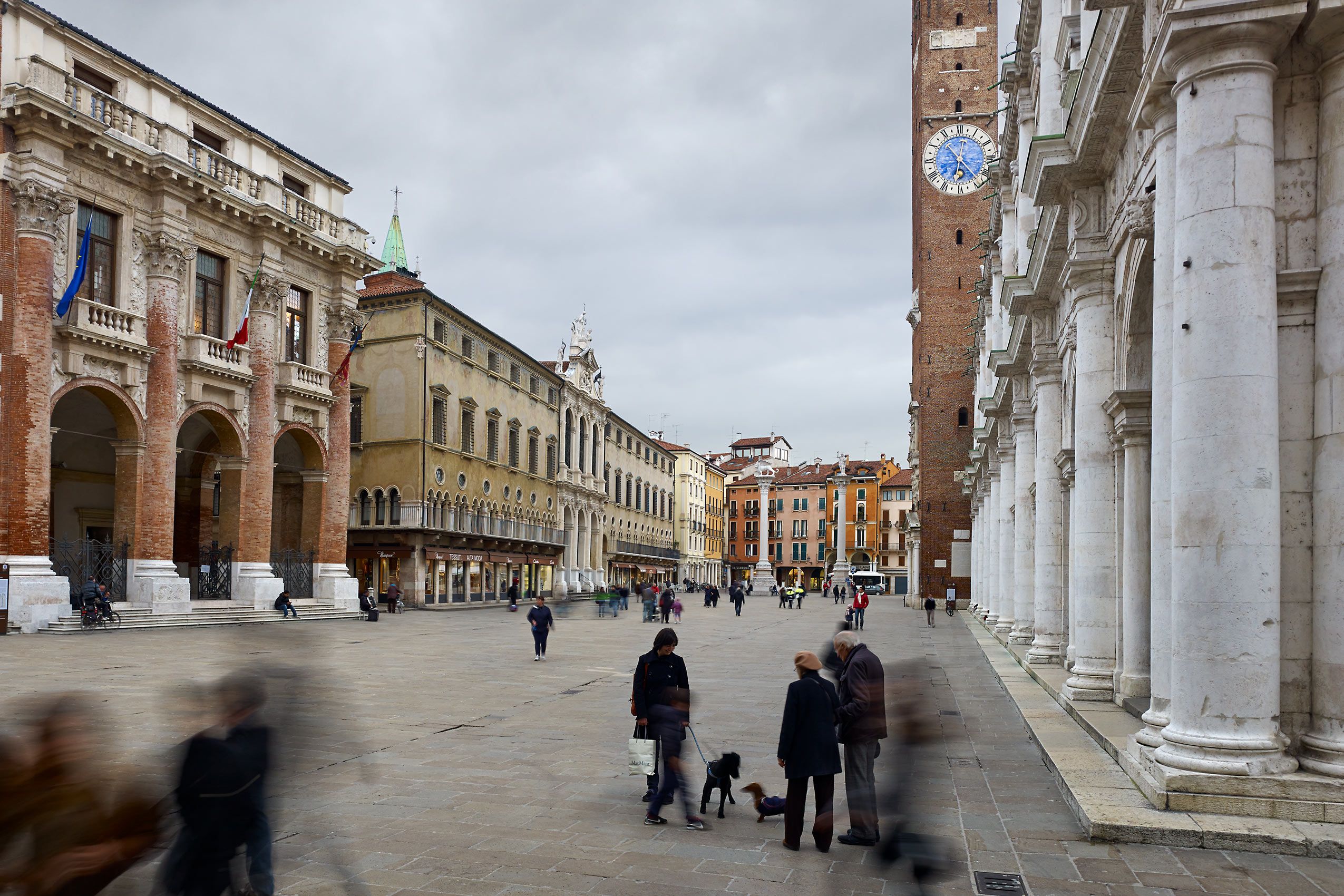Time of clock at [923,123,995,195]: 6:23
